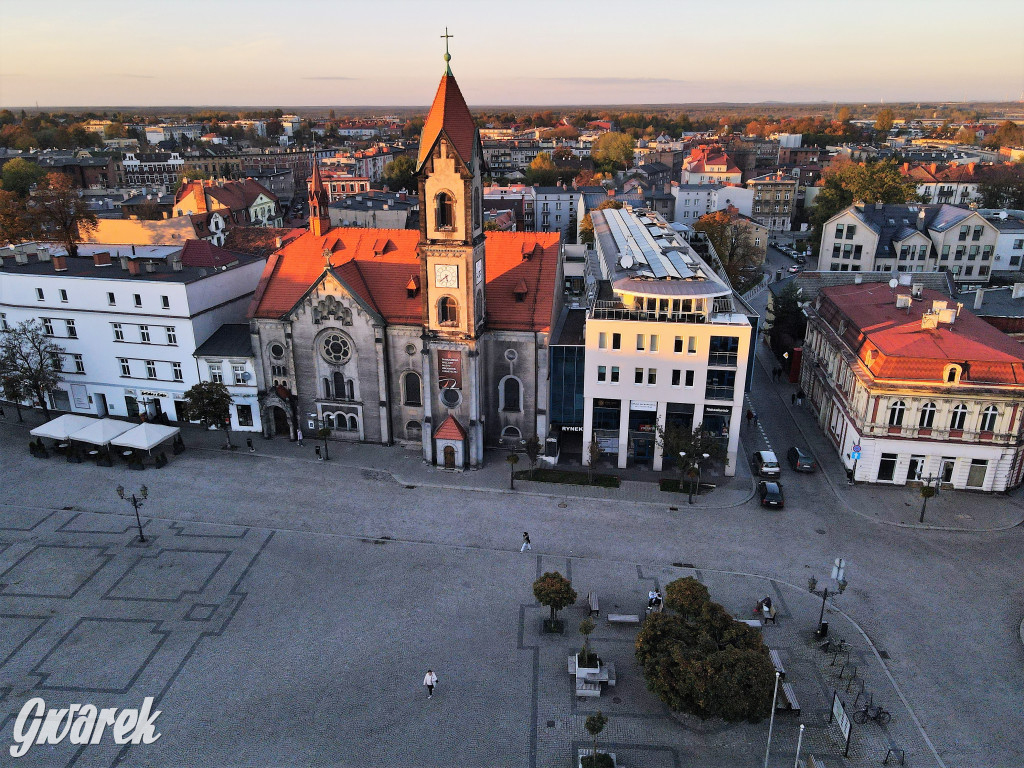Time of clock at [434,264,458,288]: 5:38
